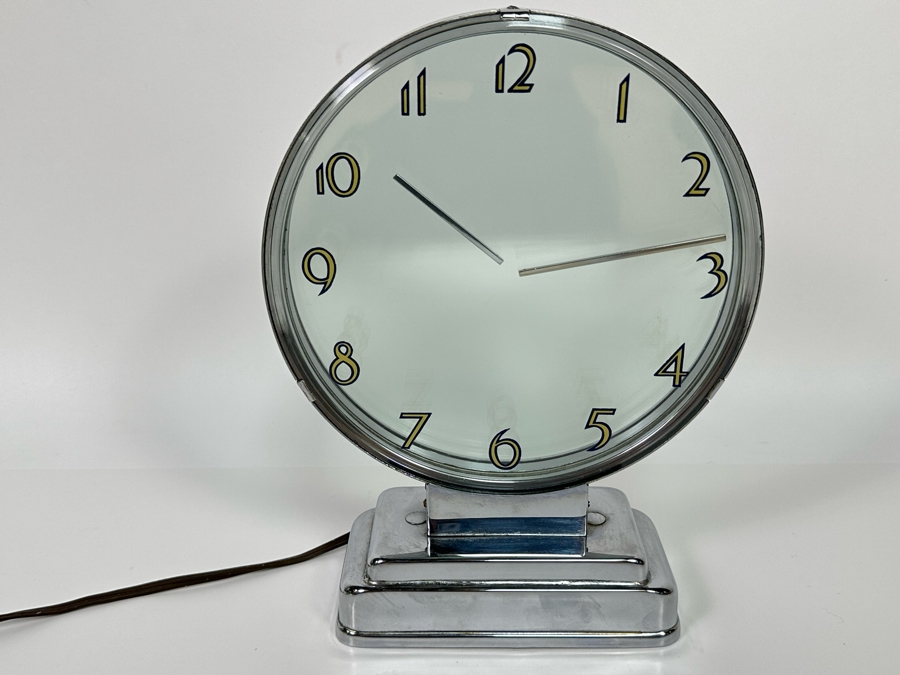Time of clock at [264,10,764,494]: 10:13
